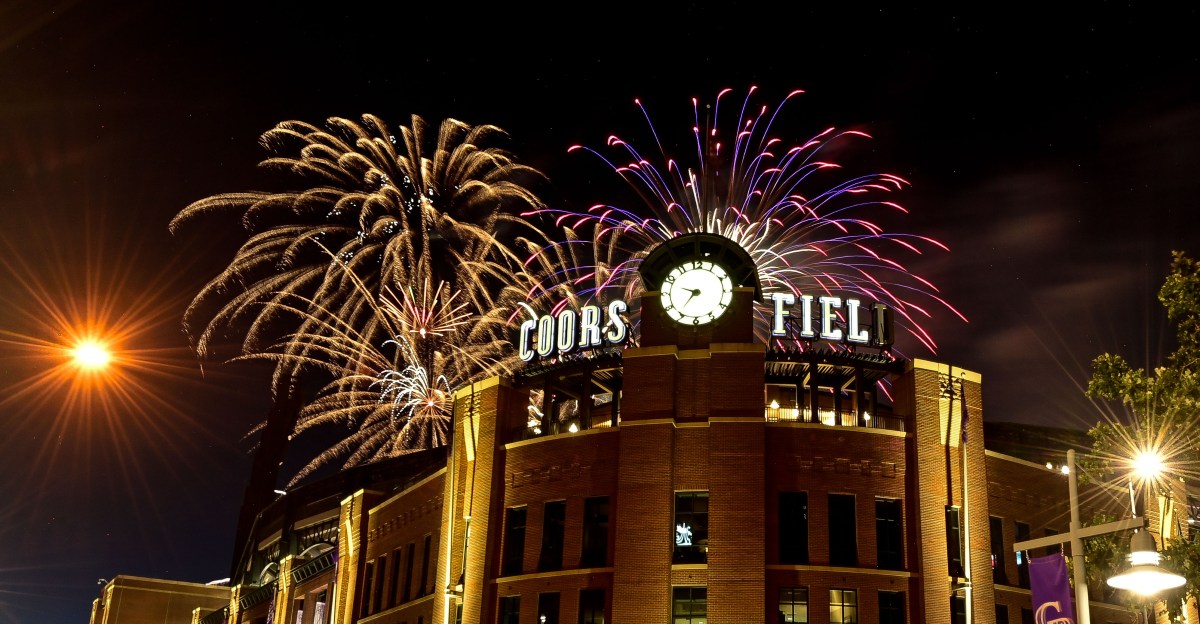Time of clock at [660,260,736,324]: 9:36
